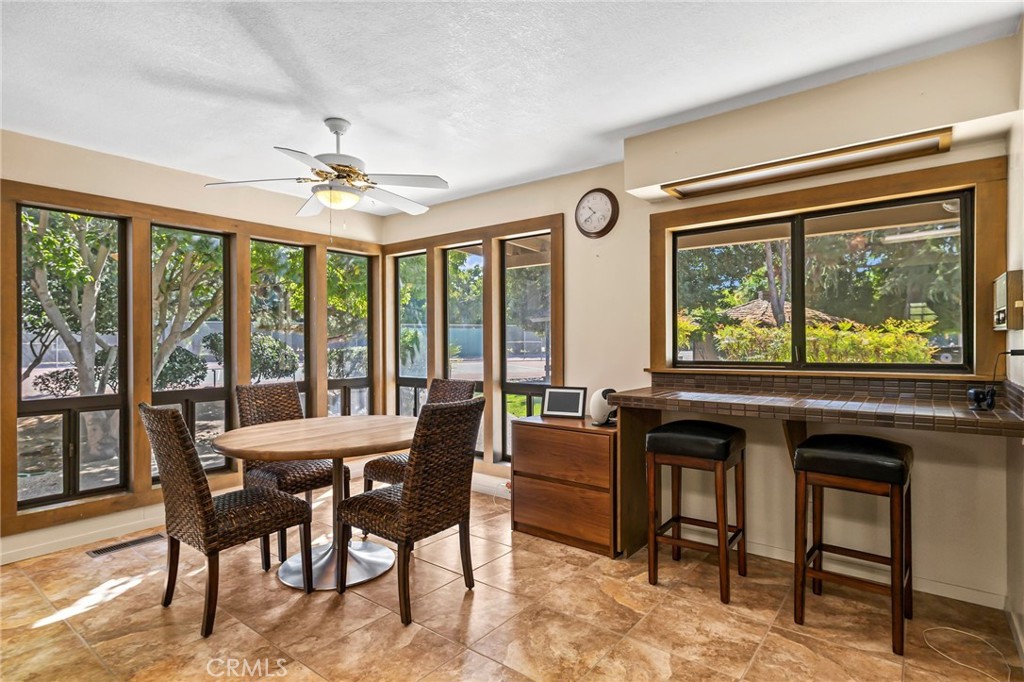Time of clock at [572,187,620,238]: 10:39
